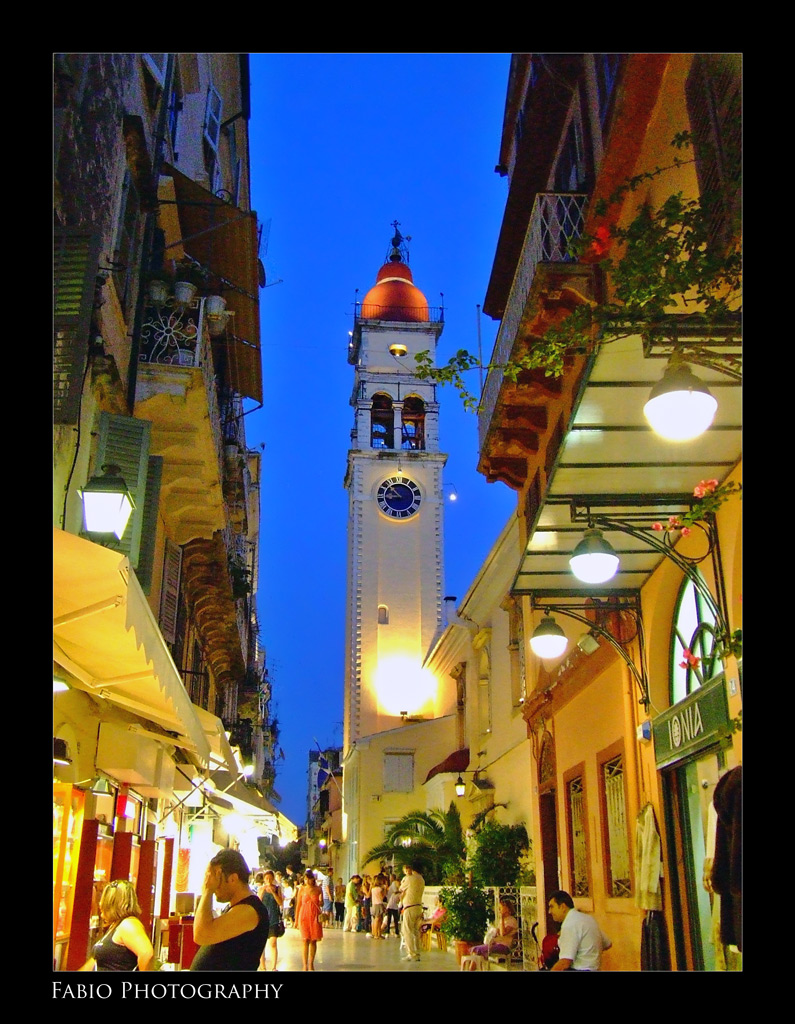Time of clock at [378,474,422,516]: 8:52
